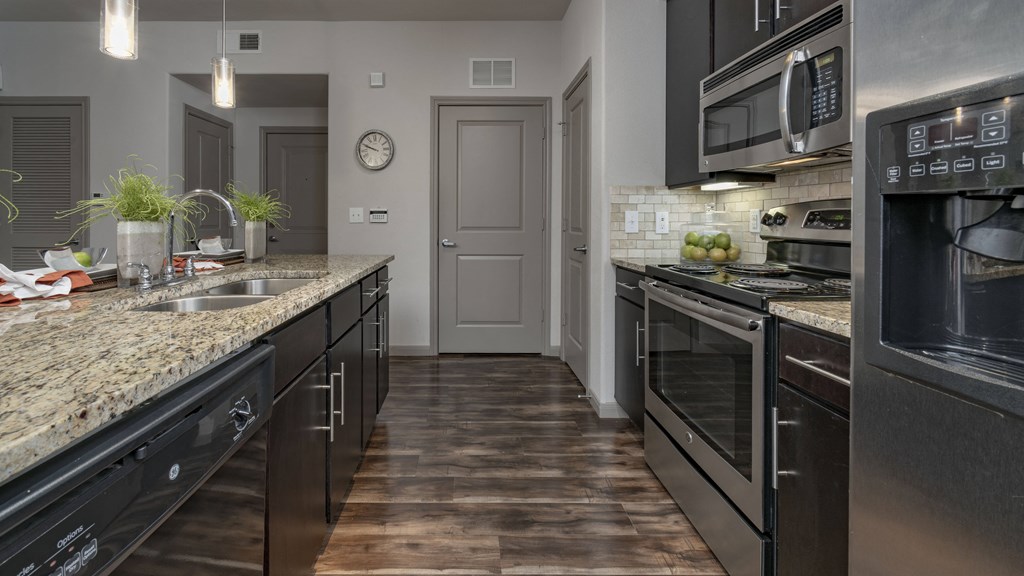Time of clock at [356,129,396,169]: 9:48
